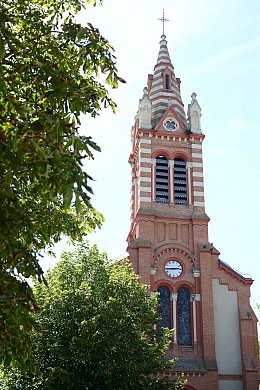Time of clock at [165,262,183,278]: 2:44
